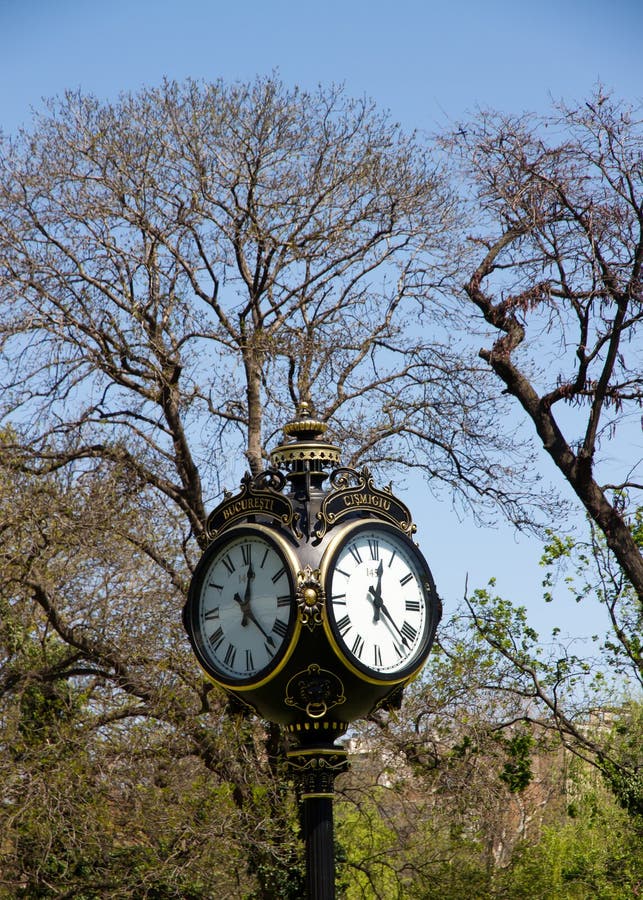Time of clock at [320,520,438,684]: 12:22
